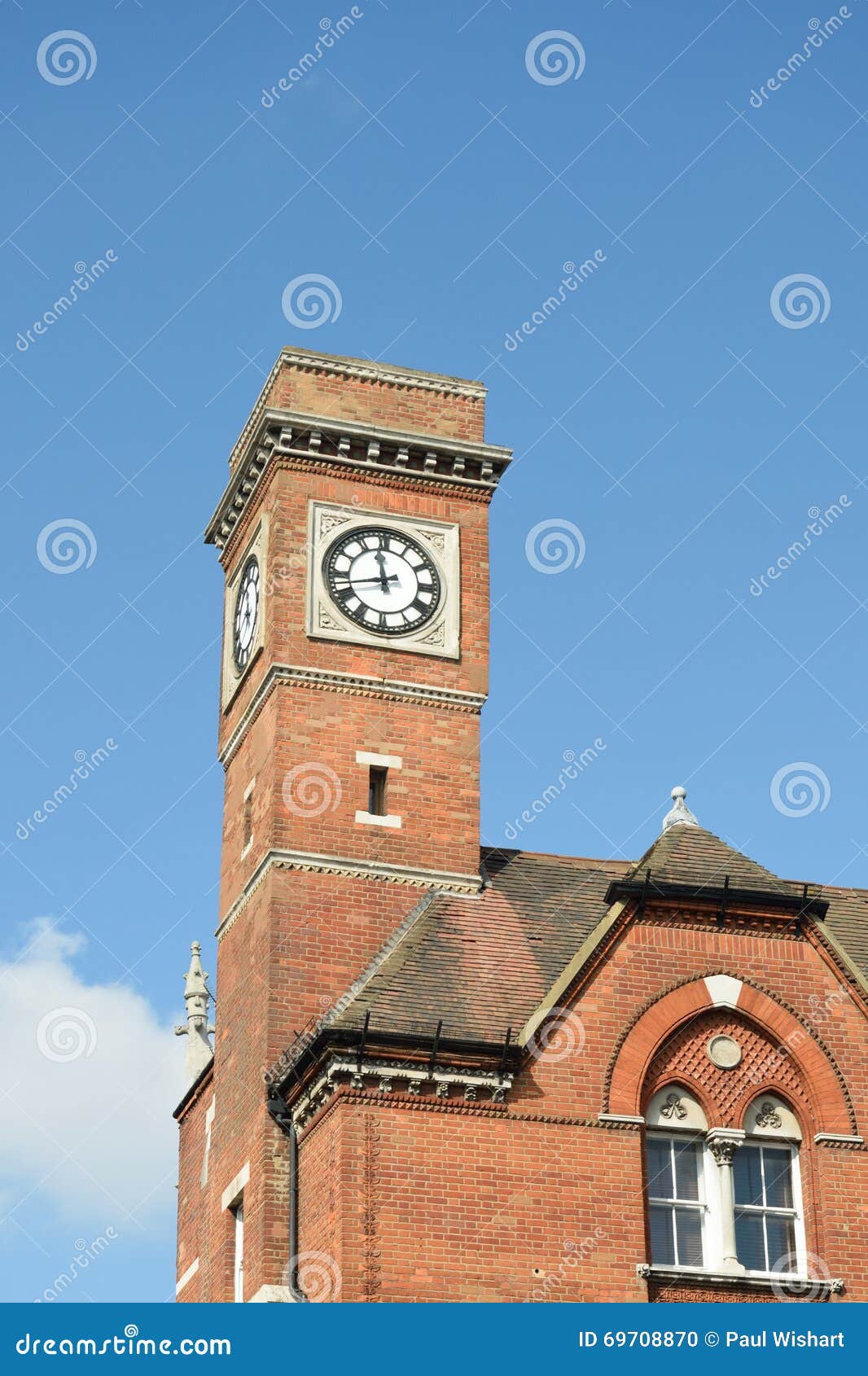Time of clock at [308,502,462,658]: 11:42
